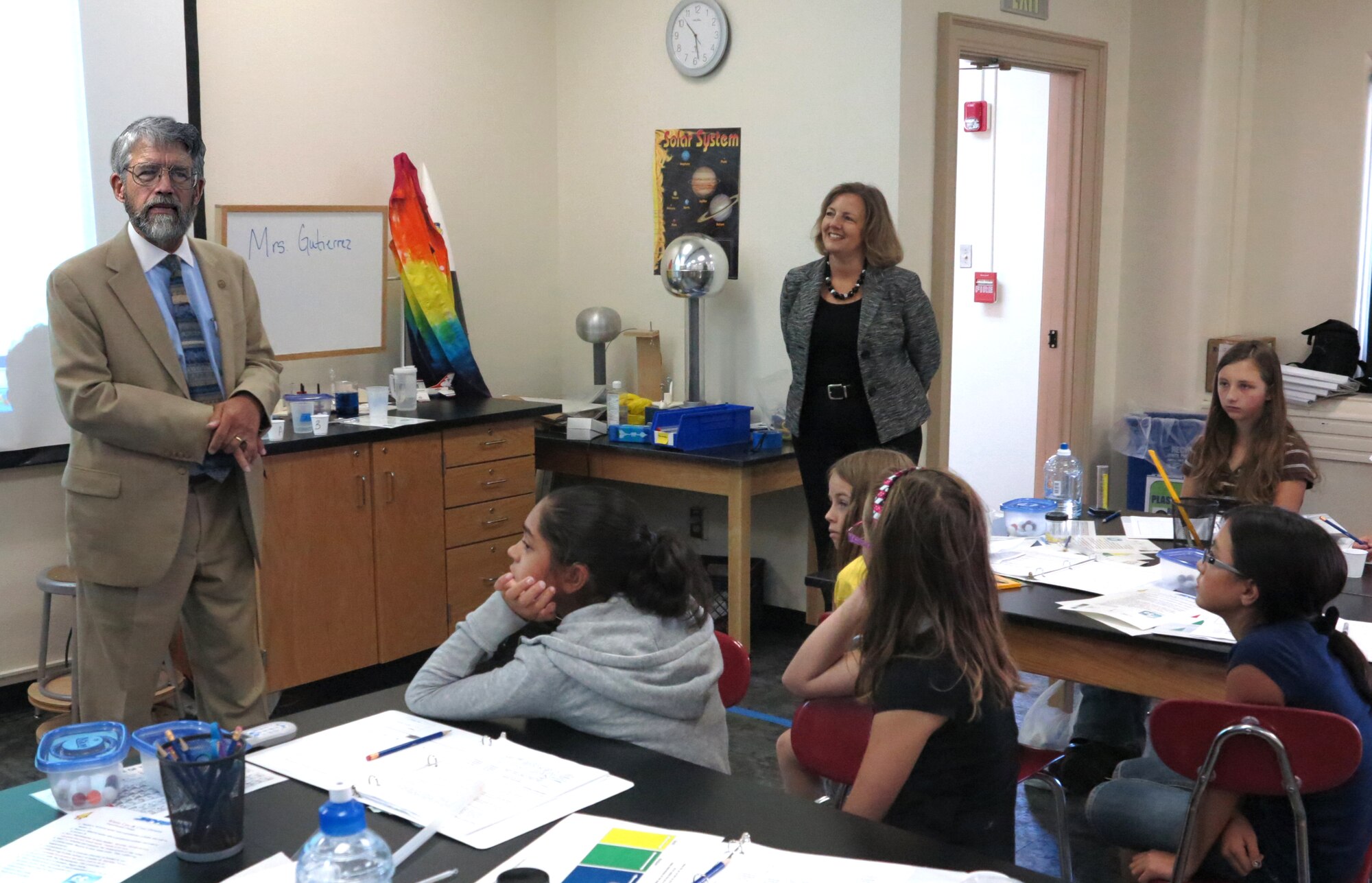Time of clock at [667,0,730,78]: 10:28
